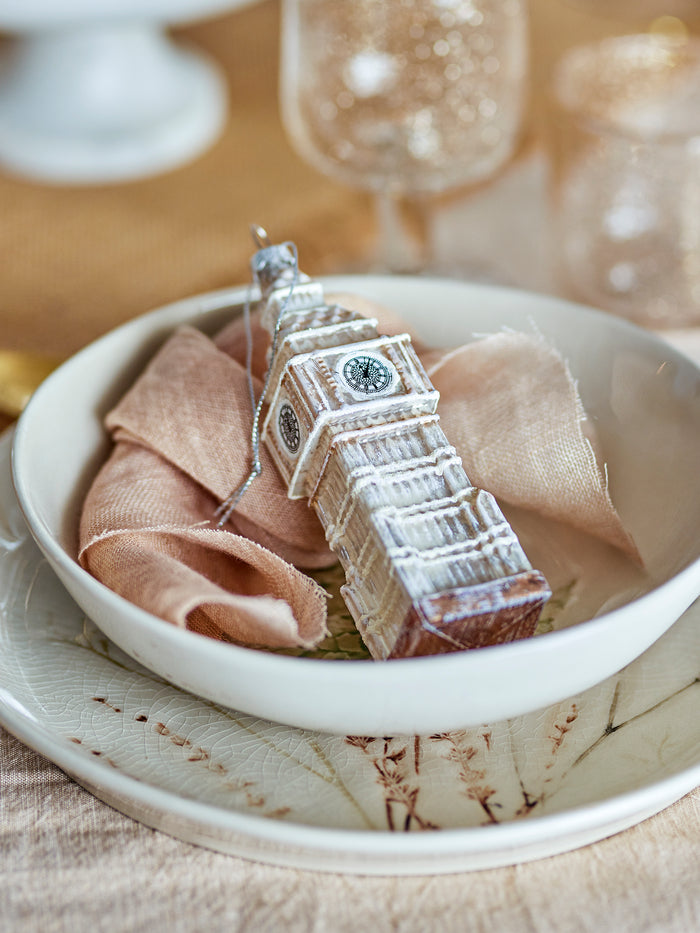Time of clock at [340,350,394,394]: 11:02
